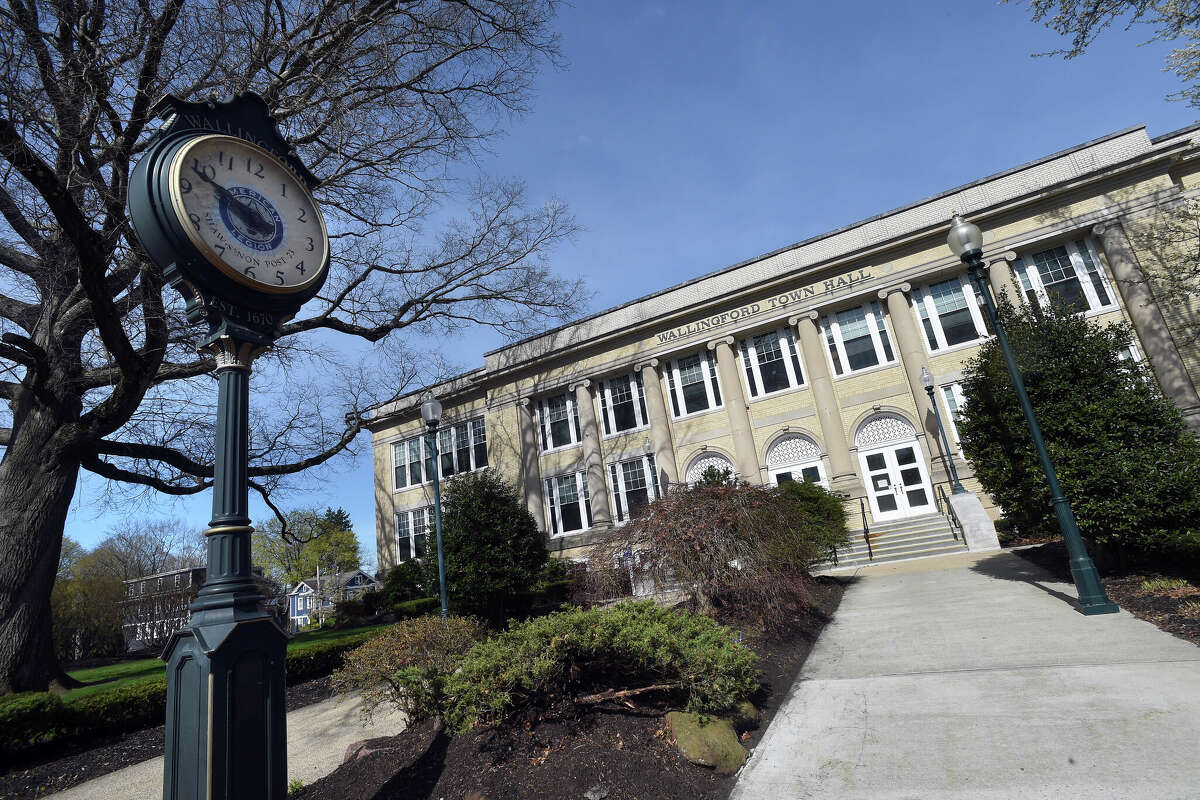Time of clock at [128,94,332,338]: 9:48
